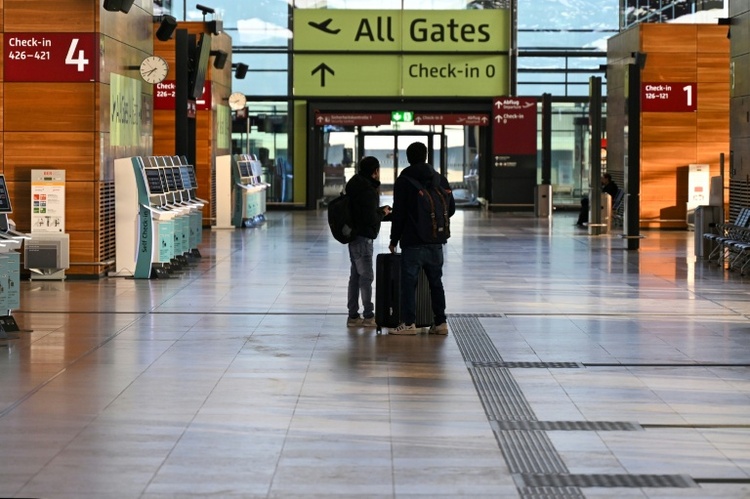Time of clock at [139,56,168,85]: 7:41
